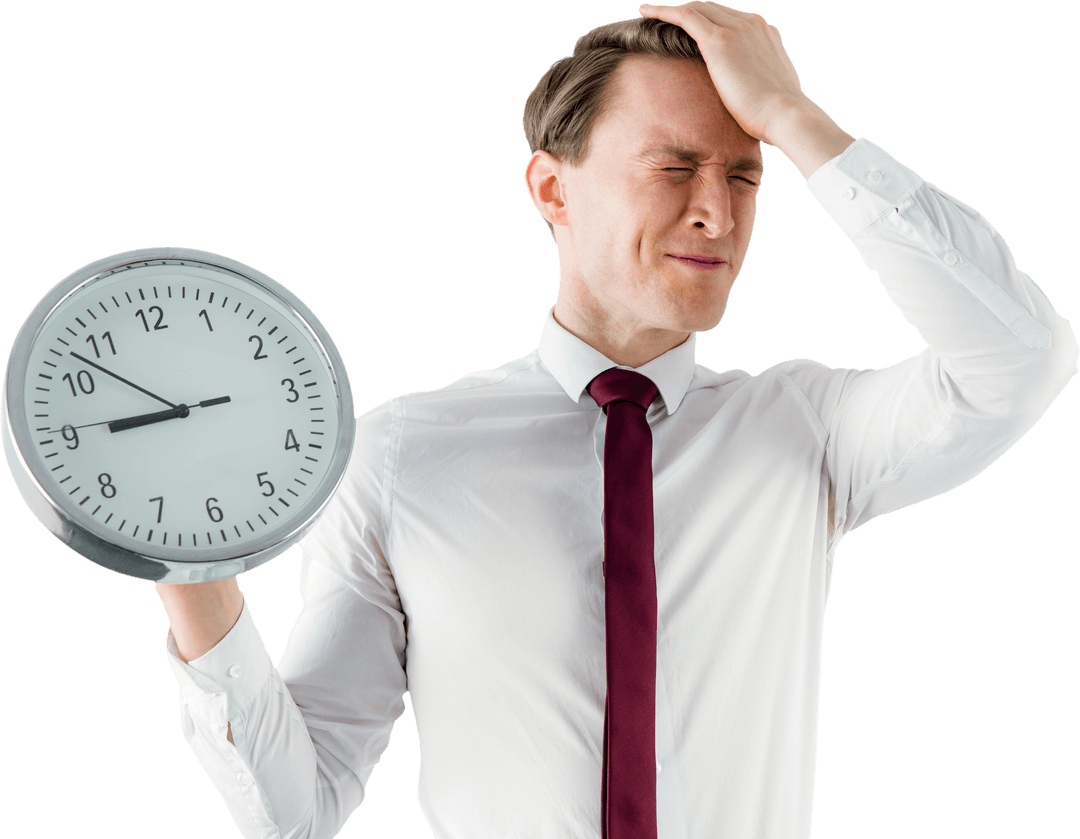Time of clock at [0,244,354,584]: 8:52
